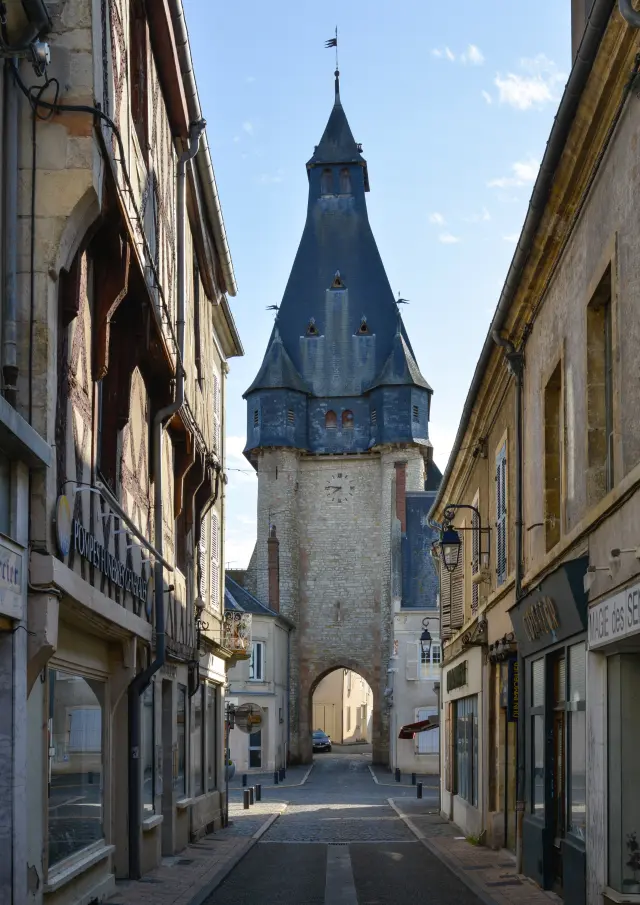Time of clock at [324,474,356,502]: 7:46
